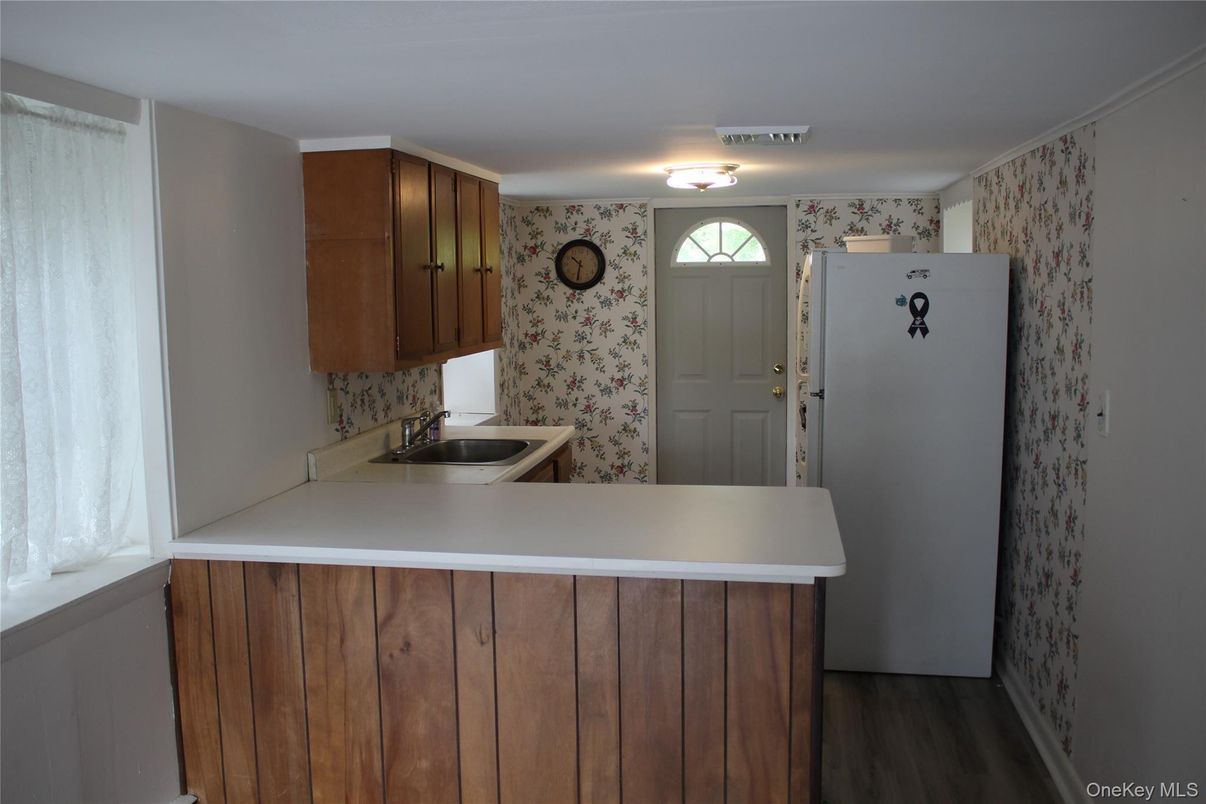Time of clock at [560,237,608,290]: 10:32
